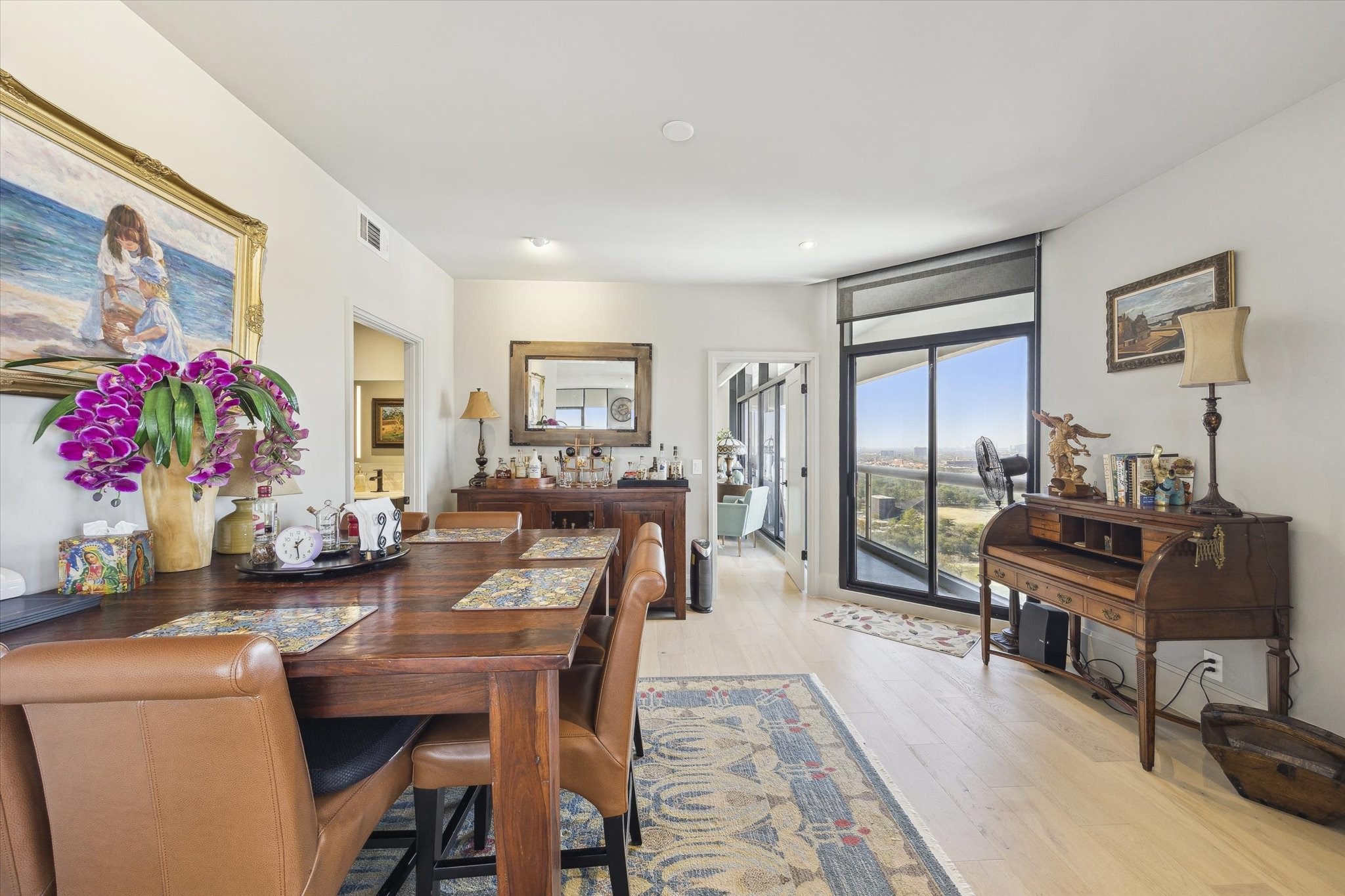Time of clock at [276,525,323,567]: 1:28
